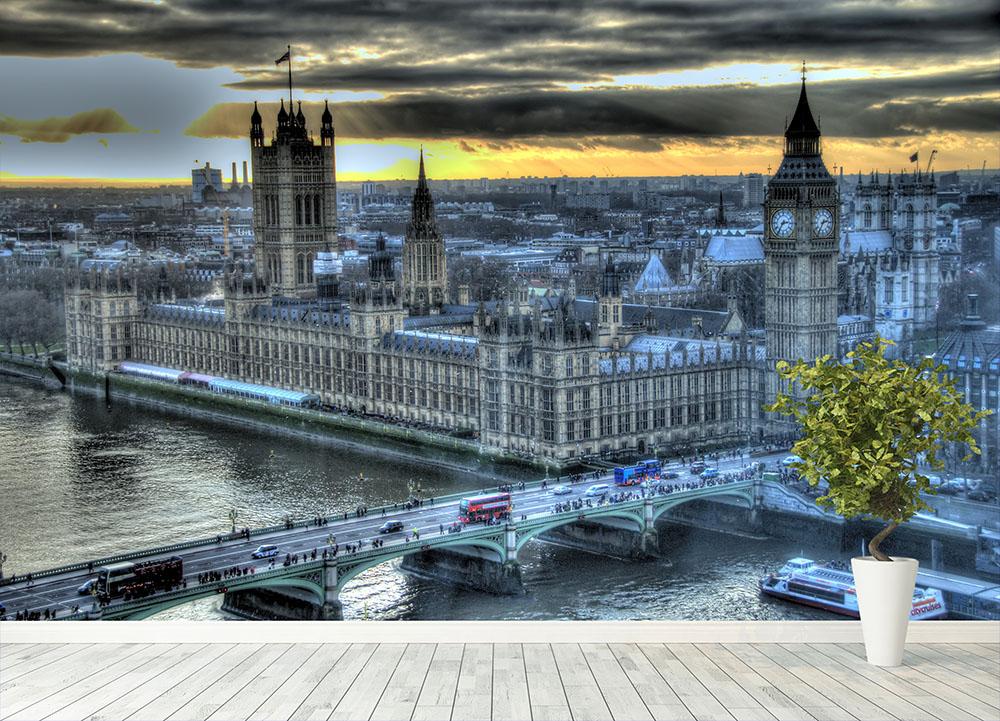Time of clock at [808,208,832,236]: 2:35
